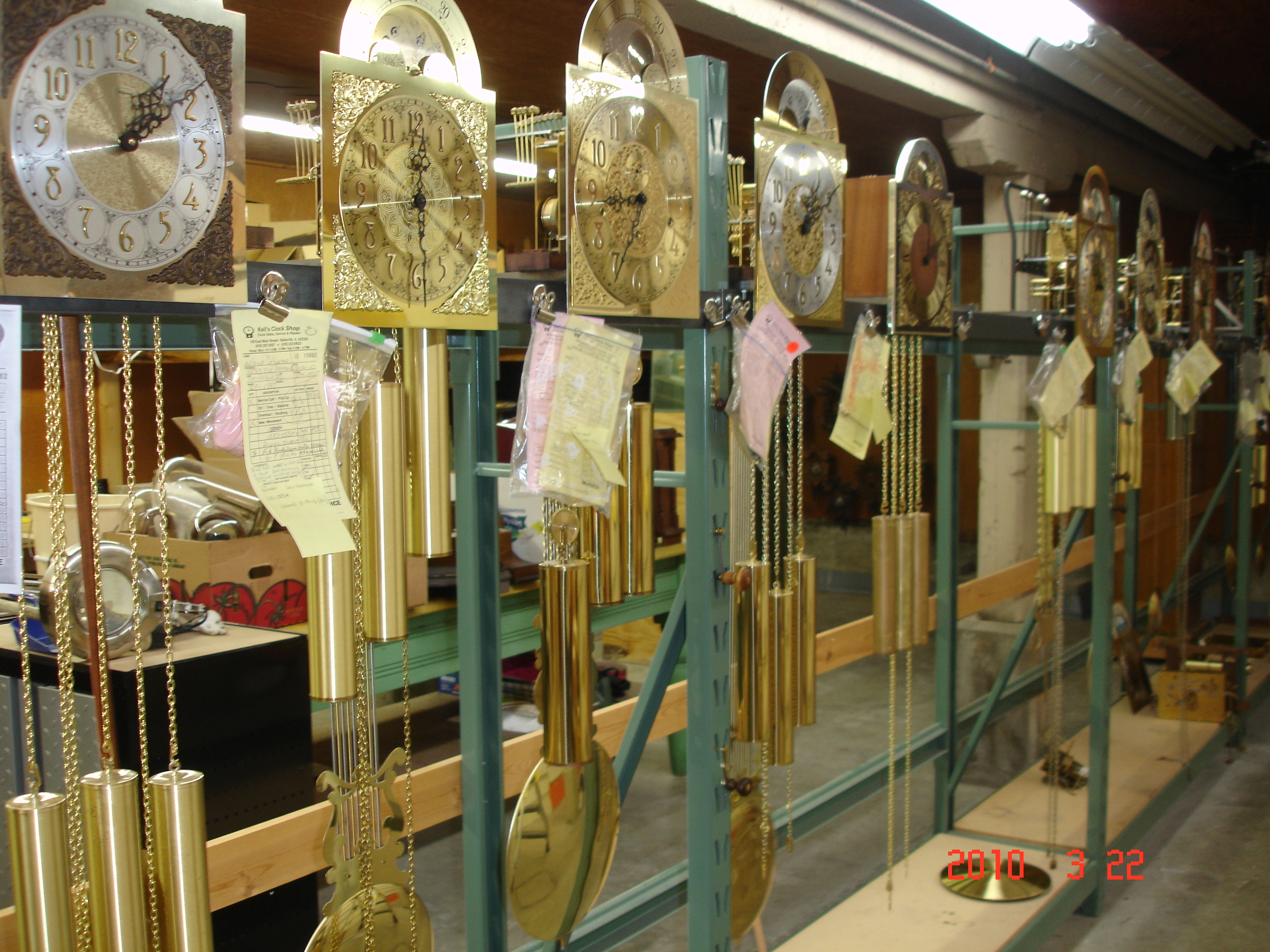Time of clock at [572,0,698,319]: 6:44
